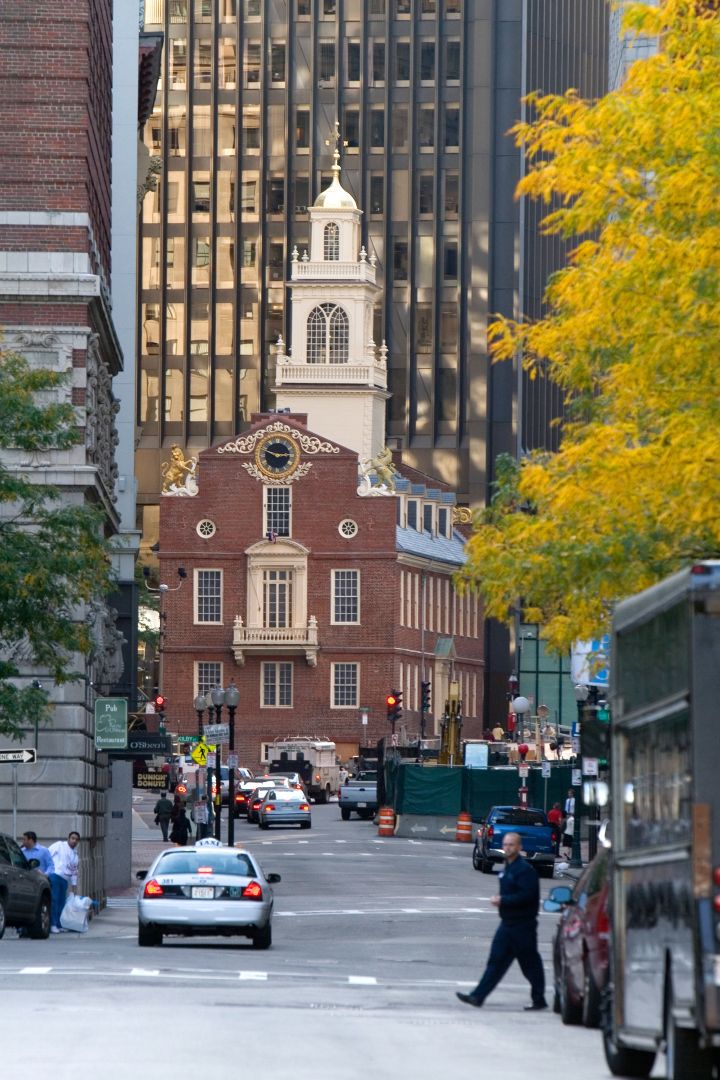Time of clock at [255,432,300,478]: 2:48
